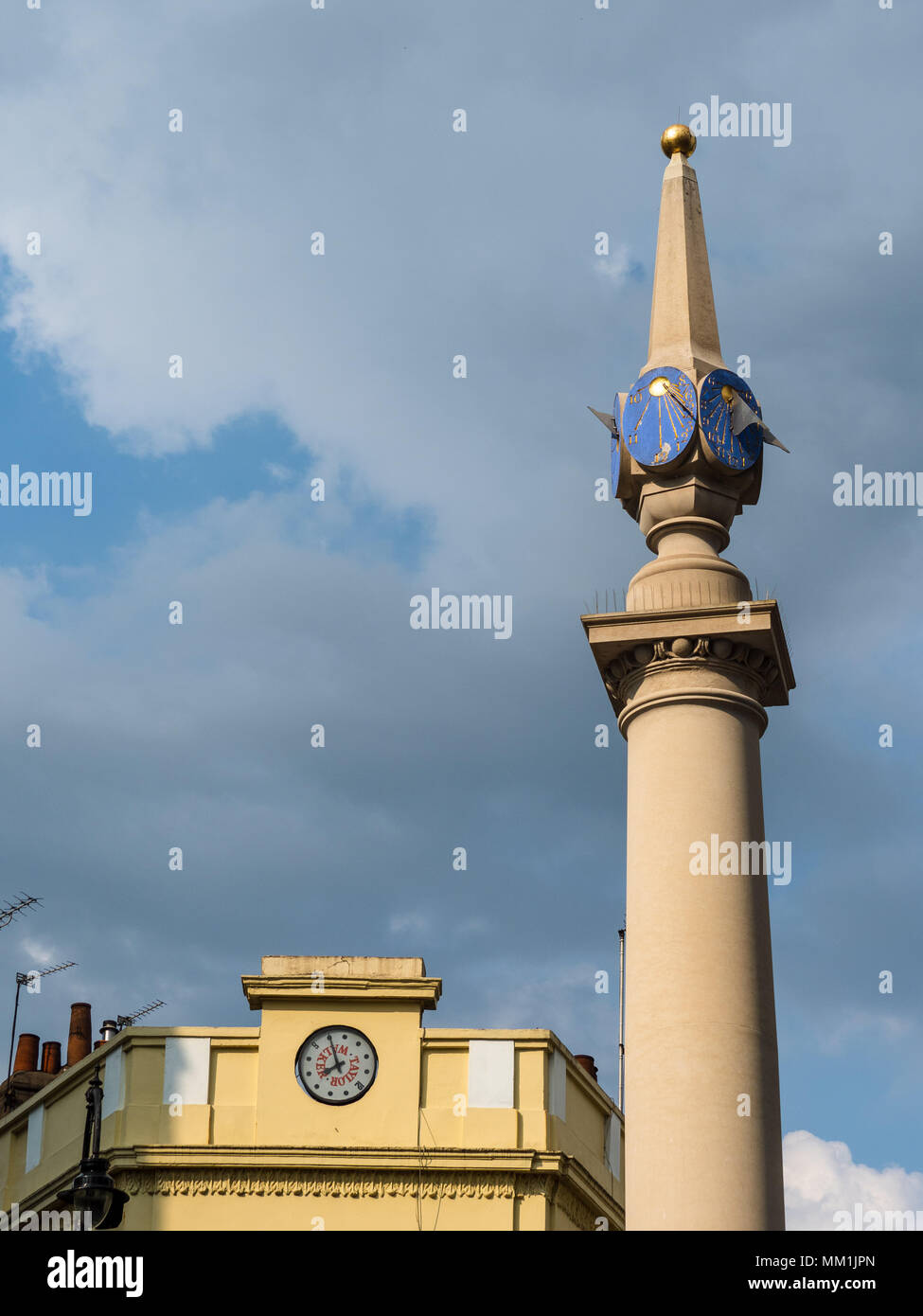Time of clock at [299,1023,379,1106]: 7:55
